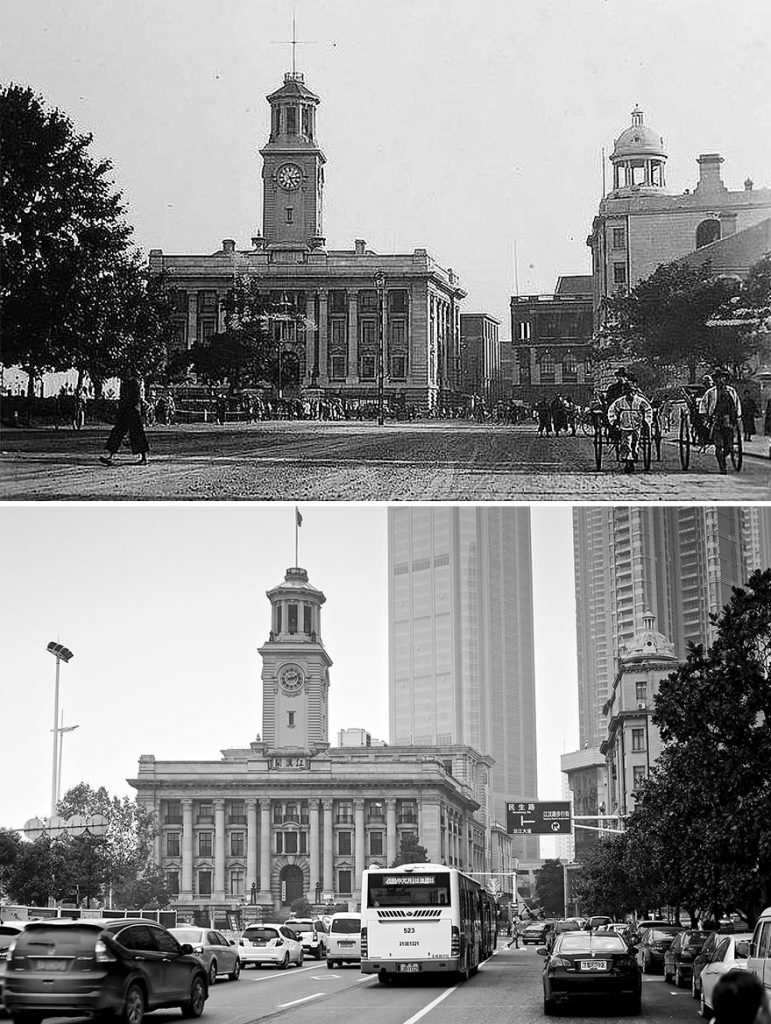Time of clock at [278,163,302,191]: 5:14
